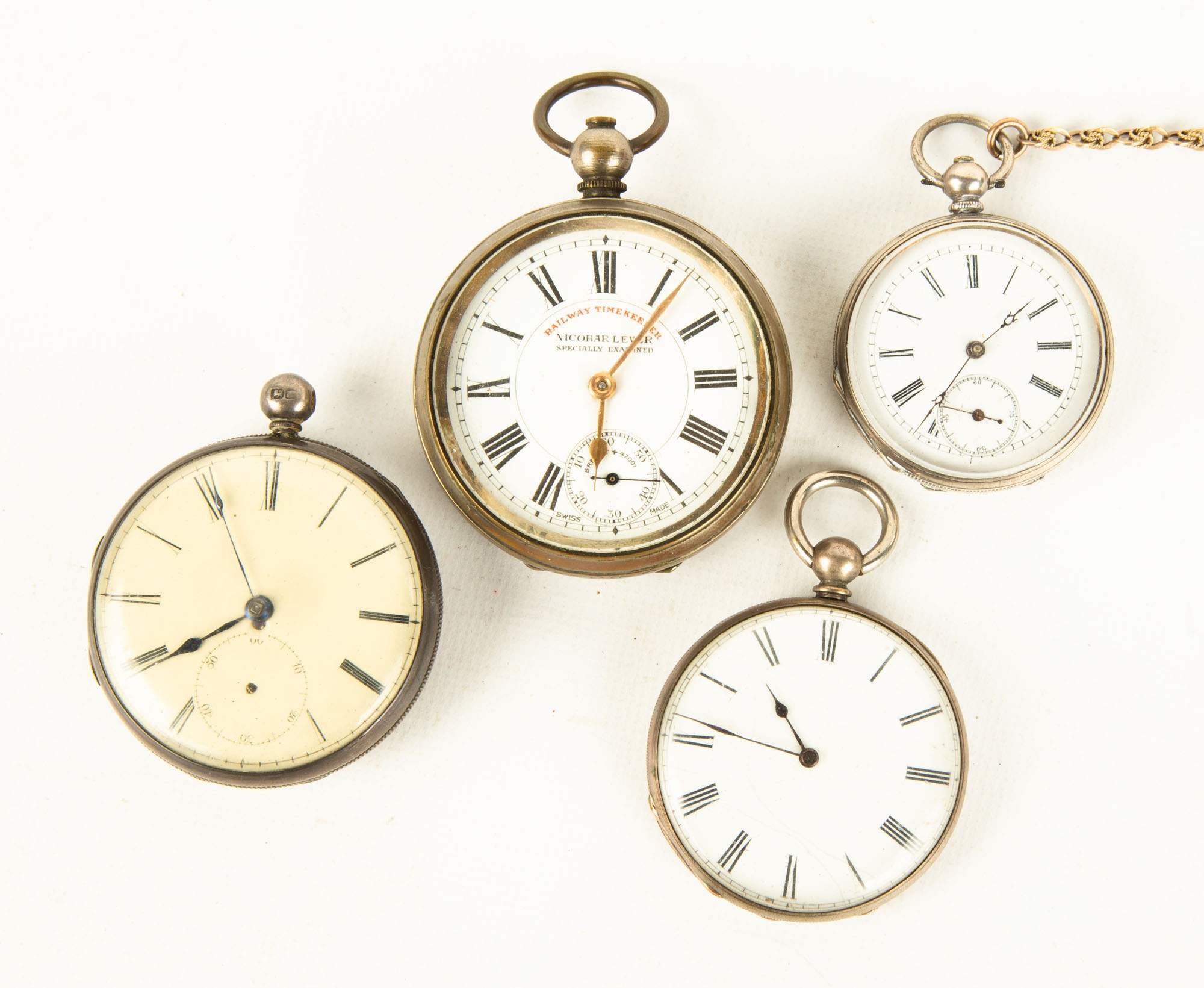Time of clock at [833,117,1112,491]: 1:36
